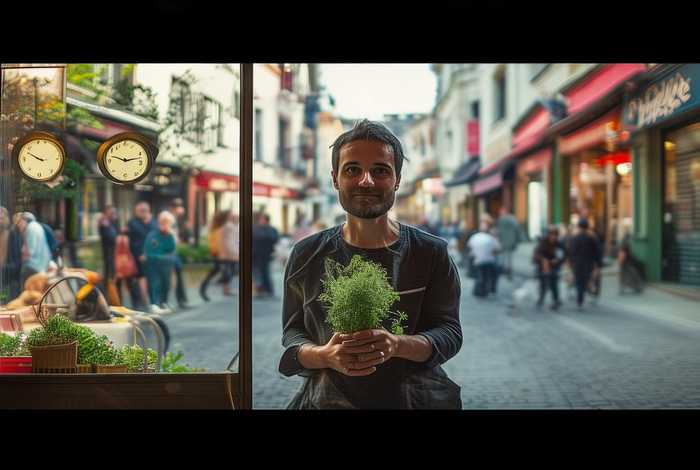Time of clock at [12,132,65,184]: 9:50
